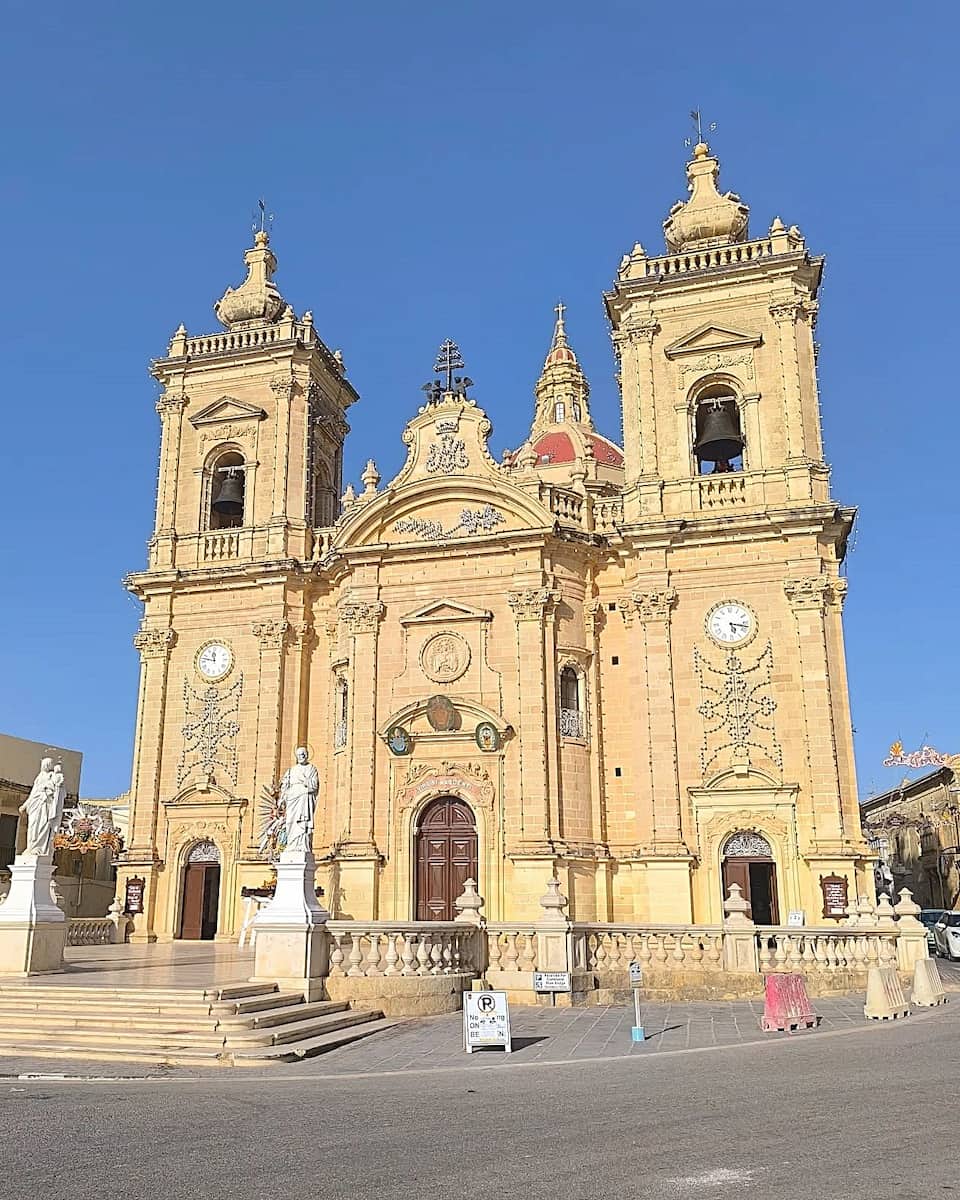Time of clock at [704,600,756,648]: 5:17
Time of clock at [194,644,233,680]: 11:47
